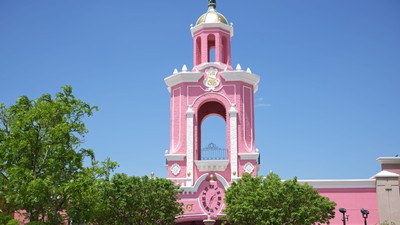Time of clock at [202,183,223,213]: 7:08
